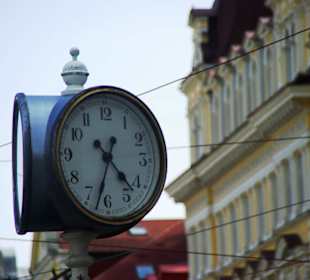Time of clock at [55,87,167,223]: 4:32
